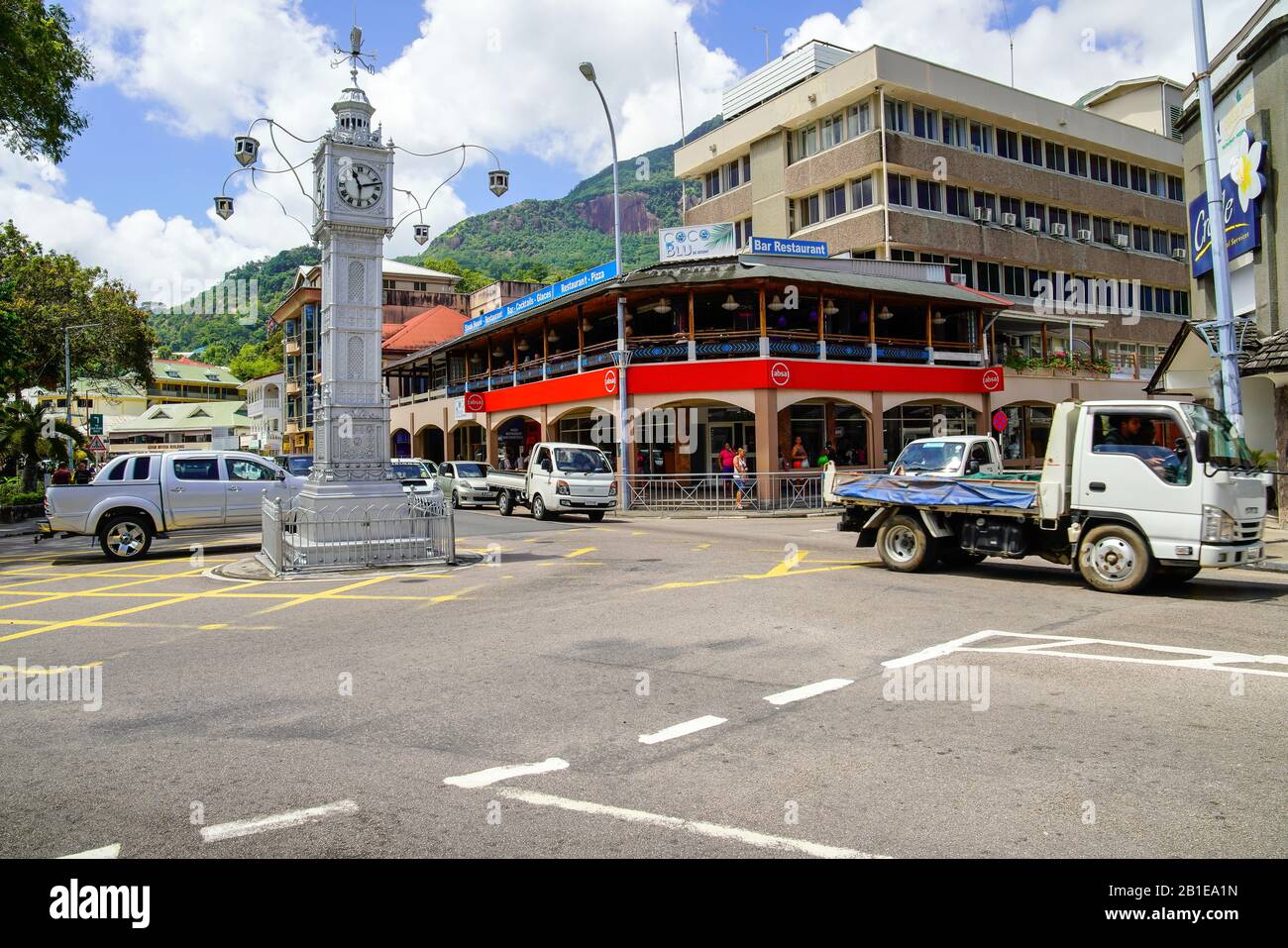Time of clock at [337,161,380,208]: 11:12
